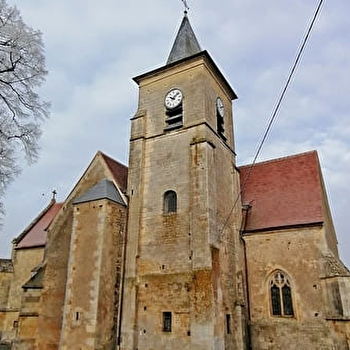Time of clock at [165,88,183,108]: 10:07
